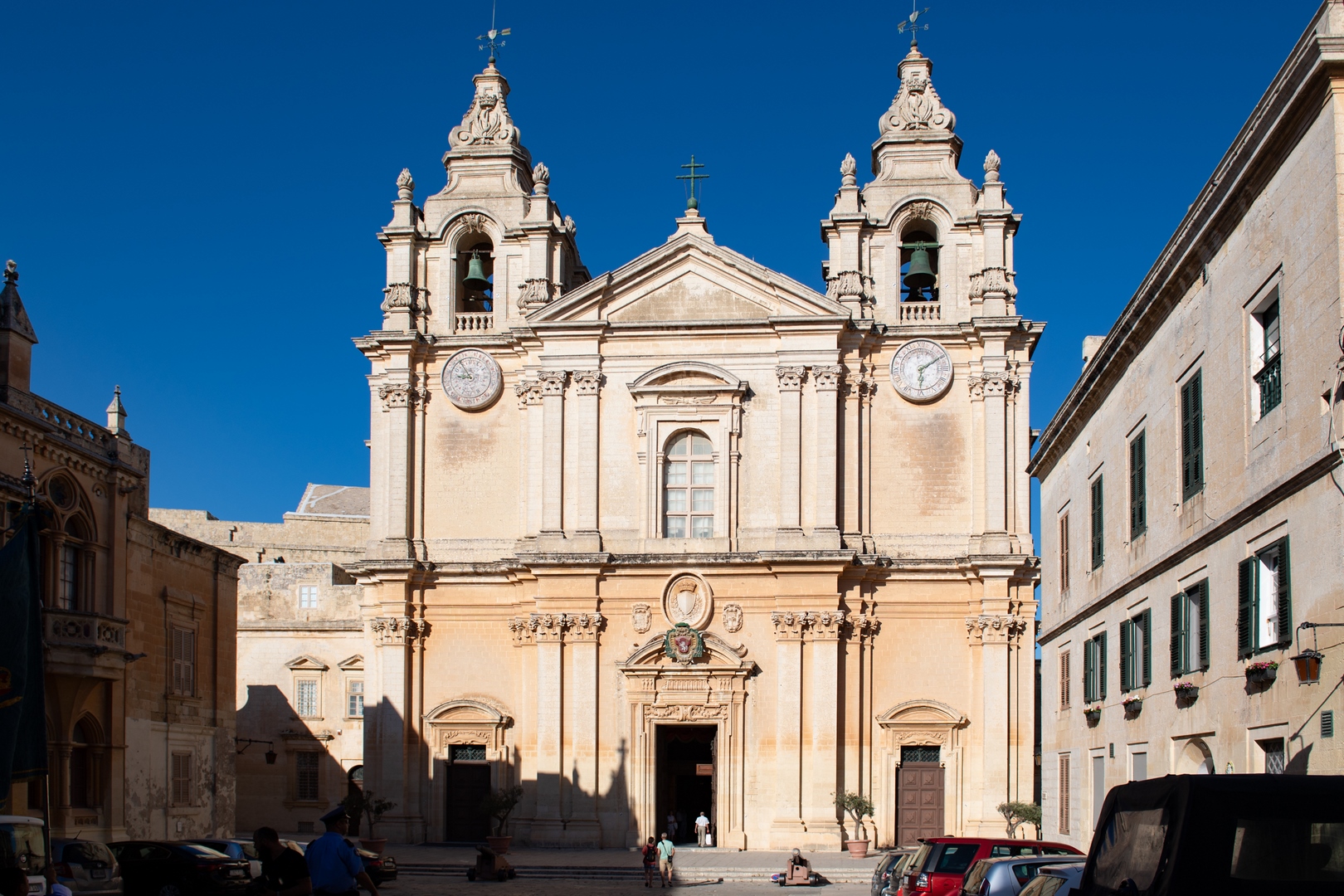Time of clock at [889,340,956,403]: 6:09
